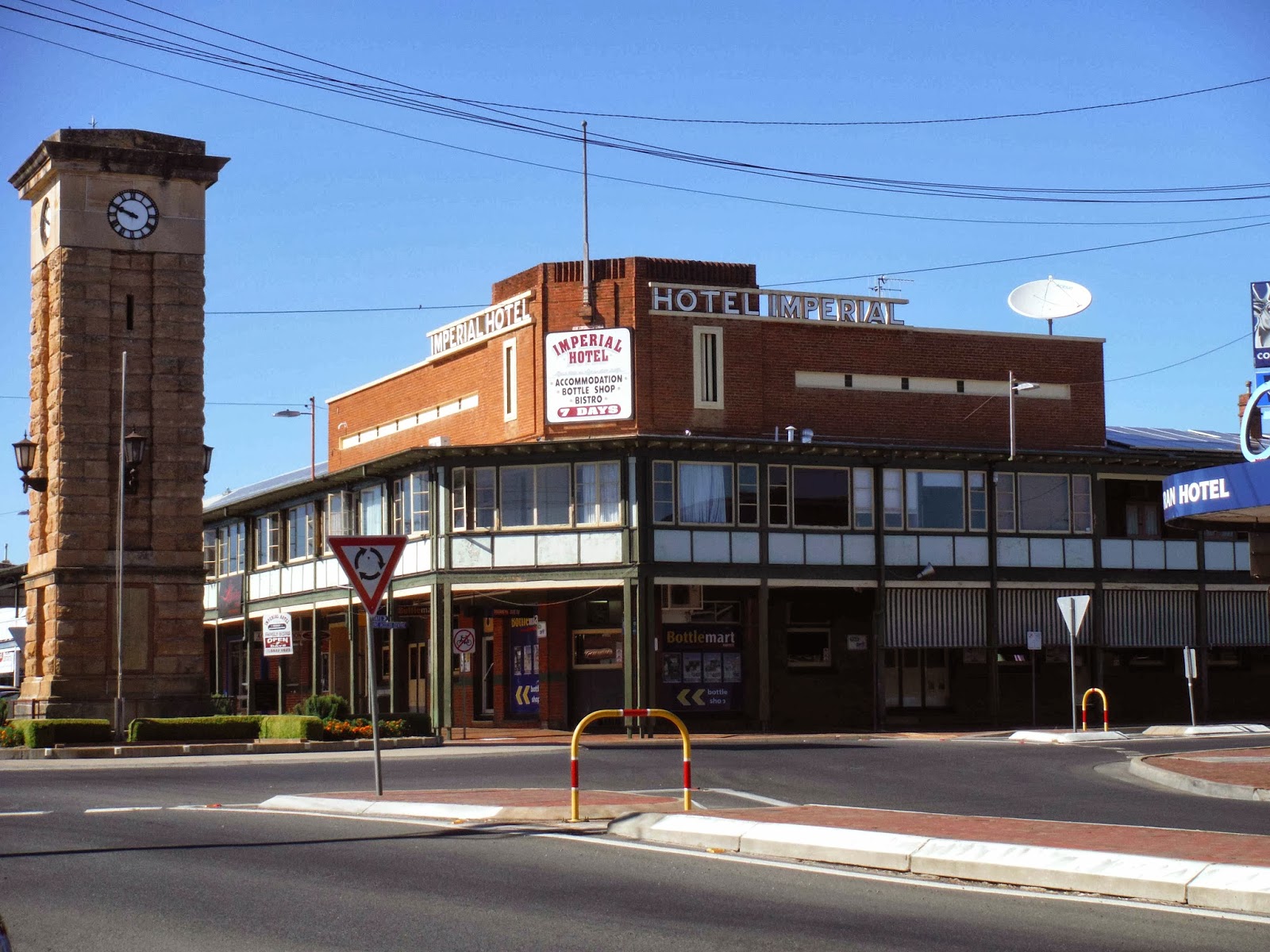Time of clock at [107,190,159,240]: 9:48
